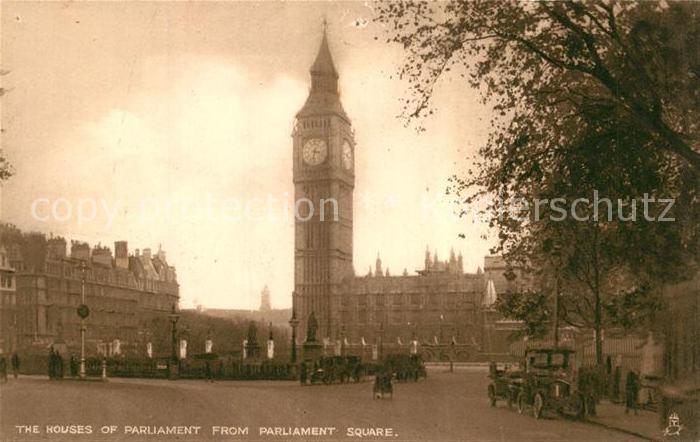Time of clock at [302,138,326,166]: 3:32
